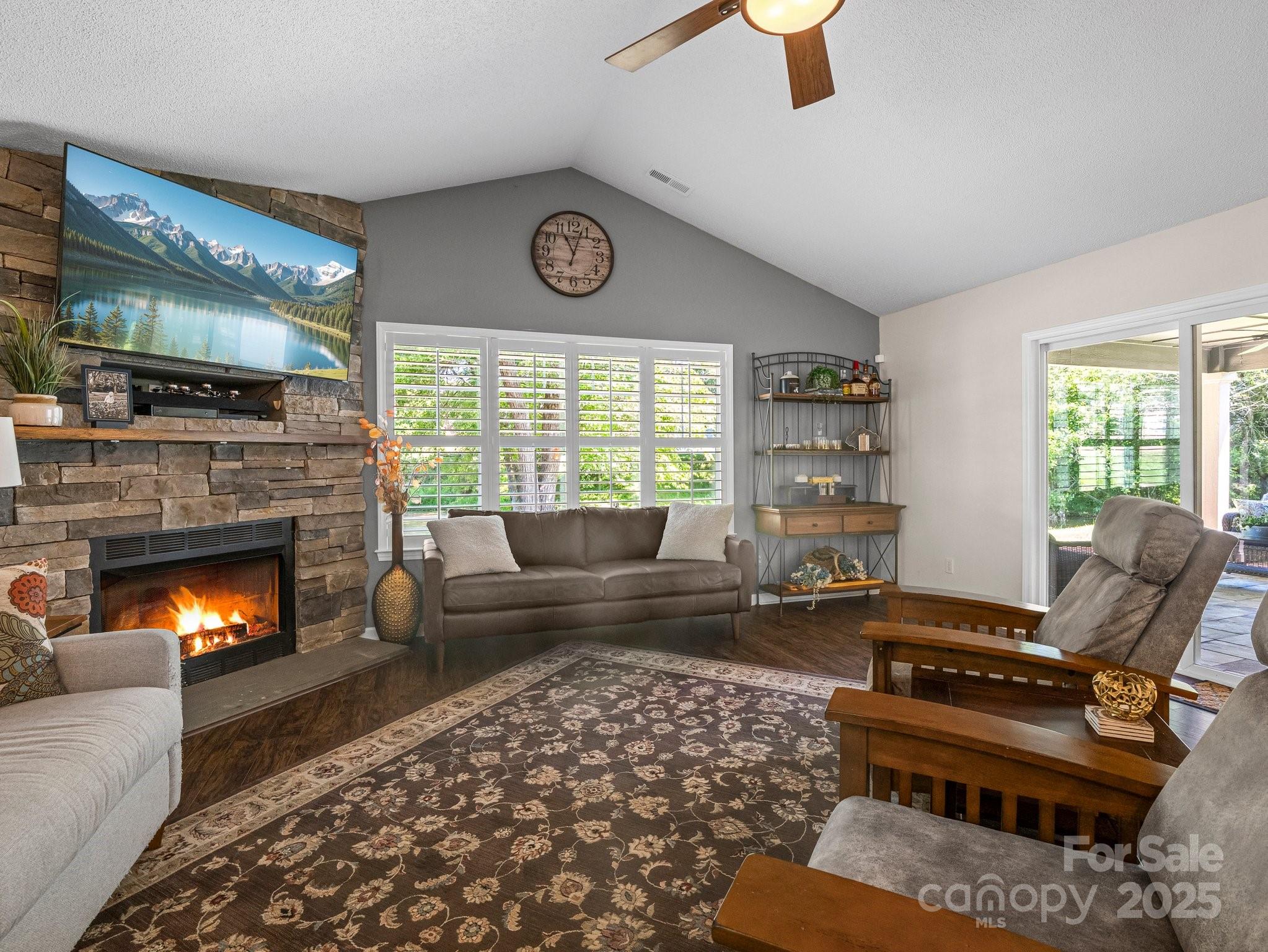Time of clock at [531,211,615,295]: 11:03
